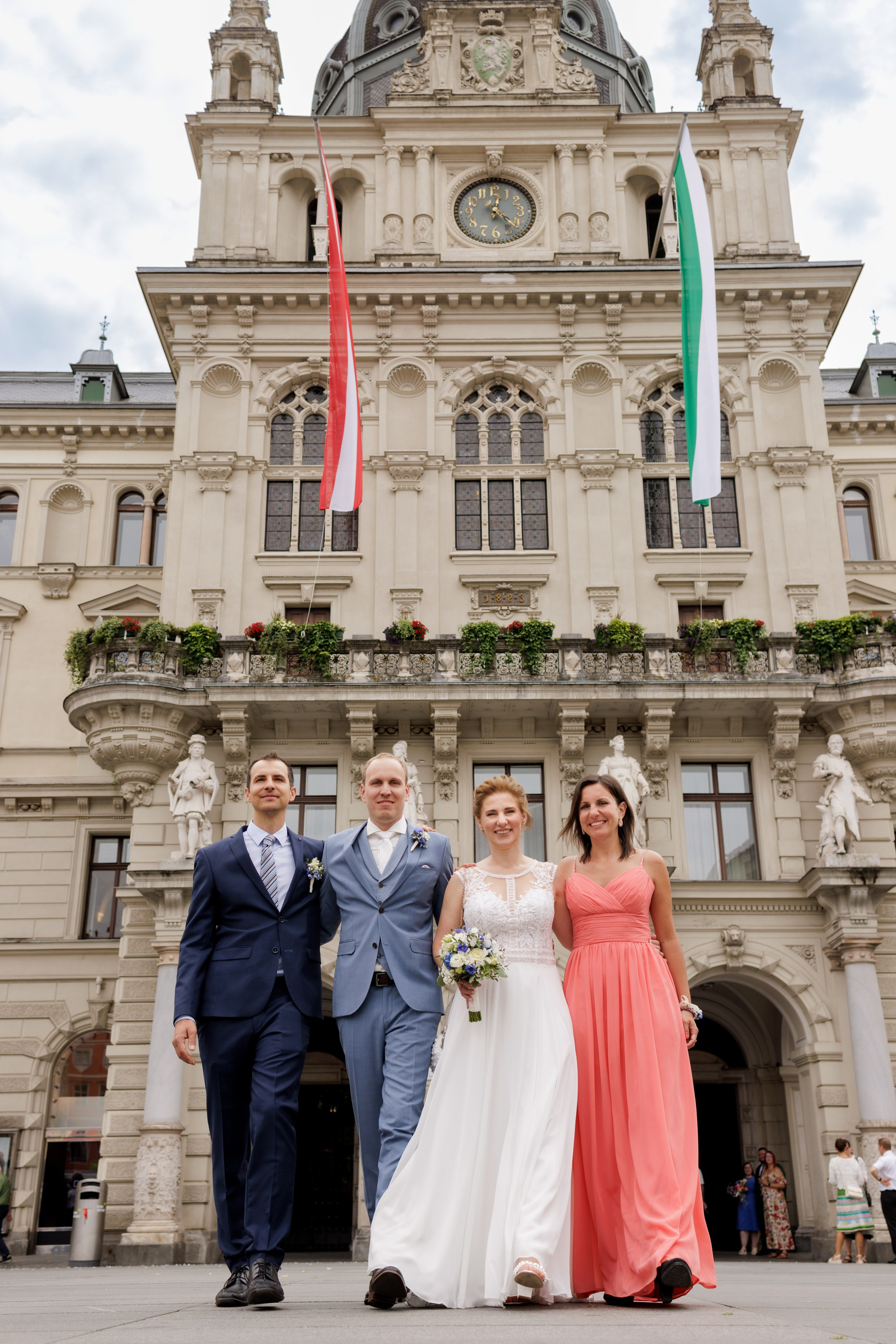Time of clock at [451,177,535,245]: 12:22
